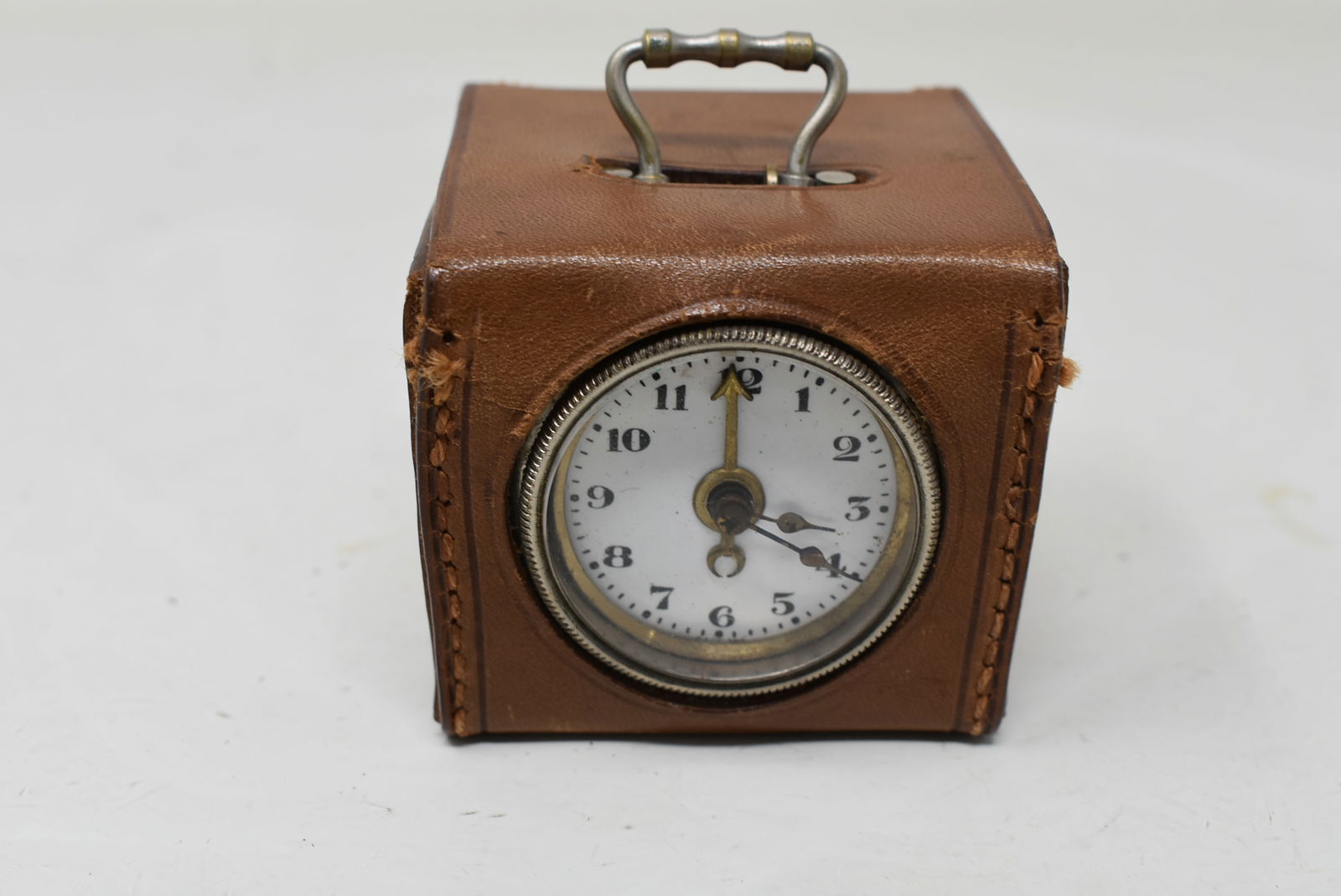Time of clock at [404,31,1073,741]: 3:59
